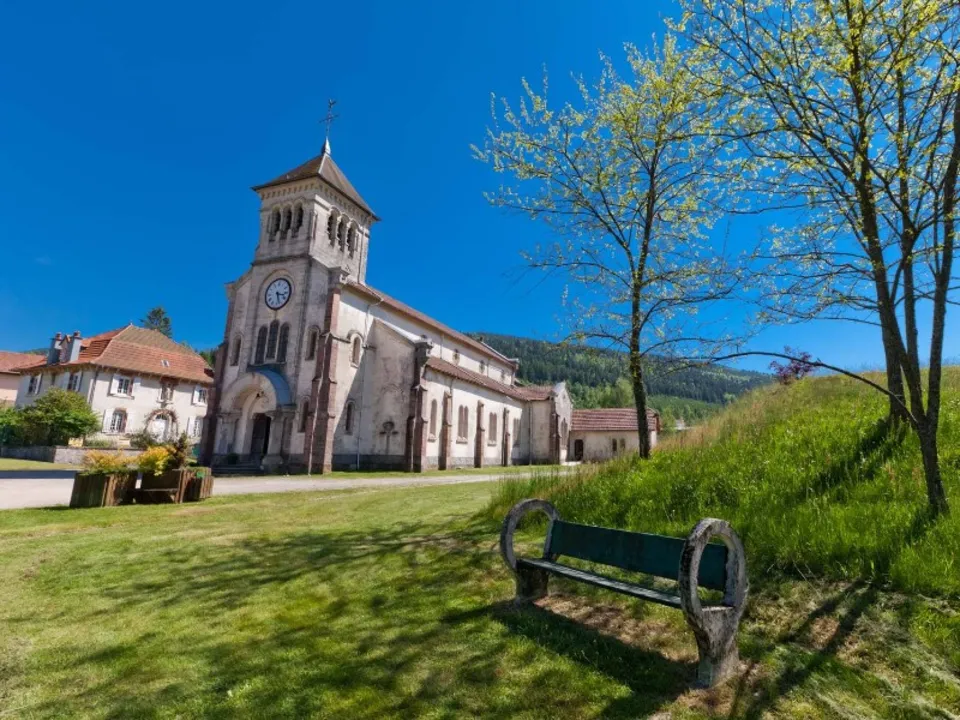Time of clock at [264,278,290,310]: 3:27
